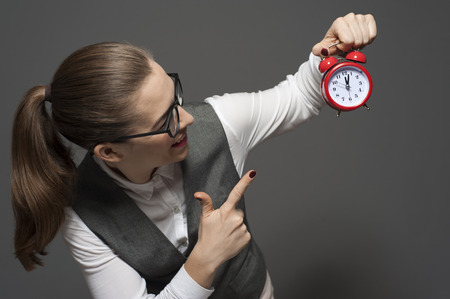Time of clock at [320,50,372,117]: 12:03
